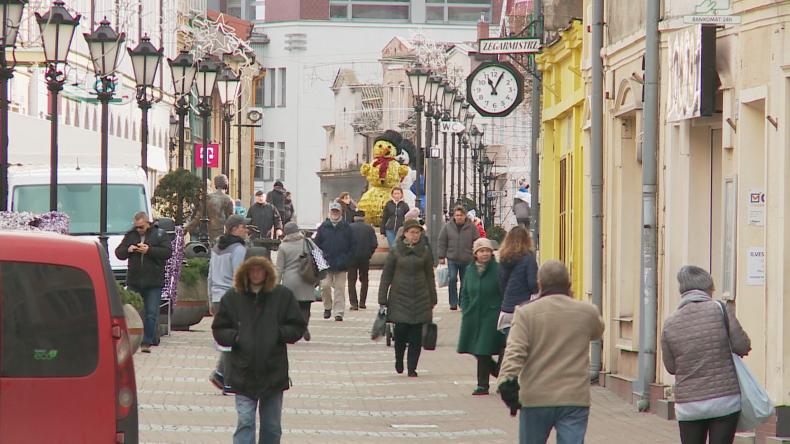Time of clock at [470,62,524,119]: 11:04
